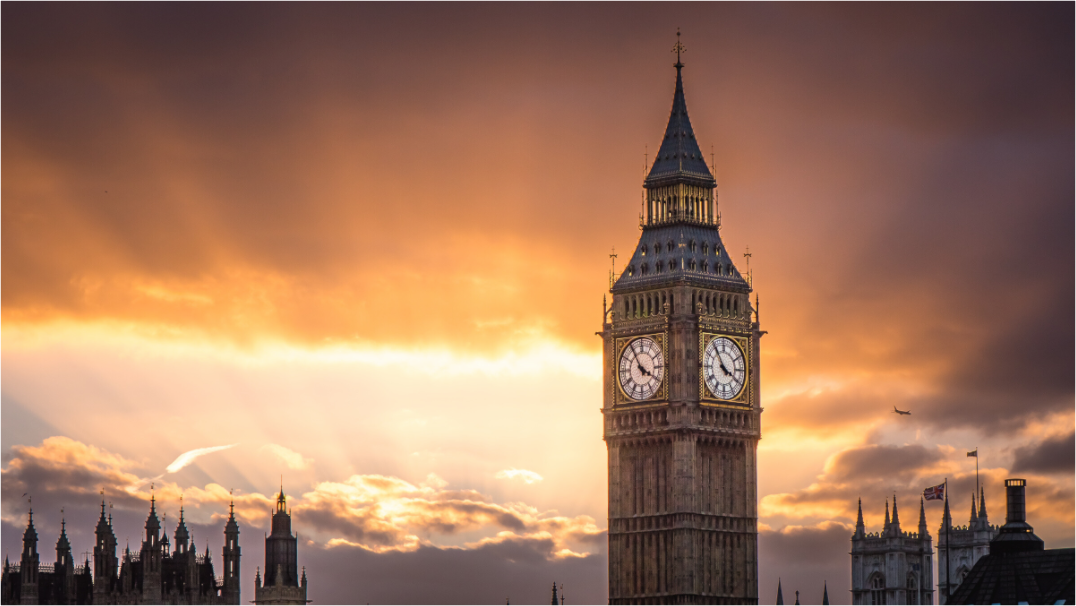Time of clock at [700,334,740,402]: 3:54
